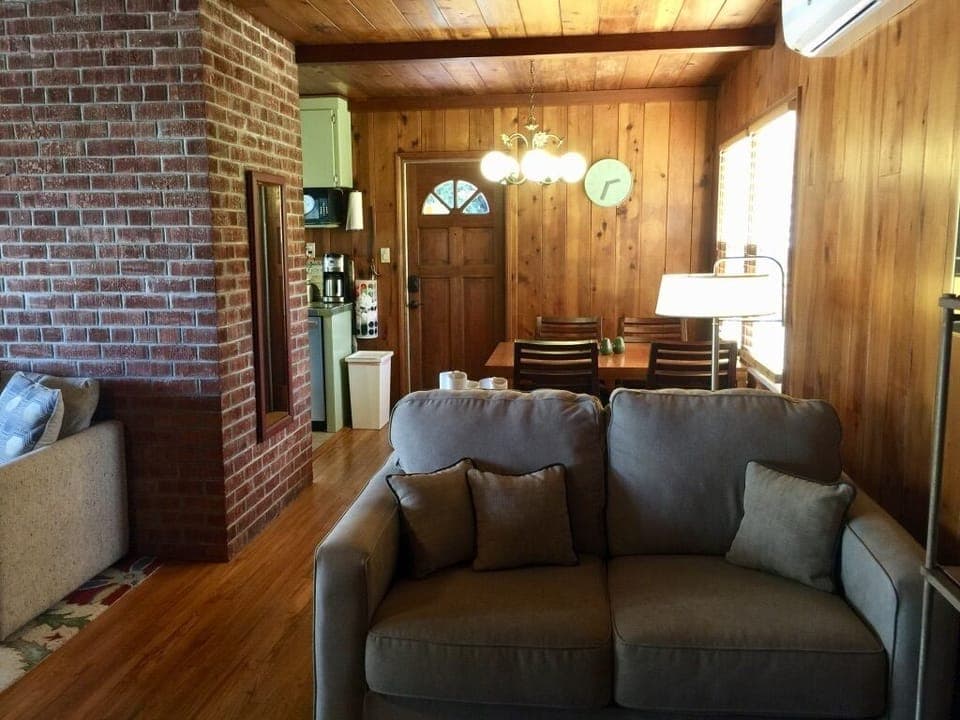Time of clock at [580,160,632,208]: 2:33
